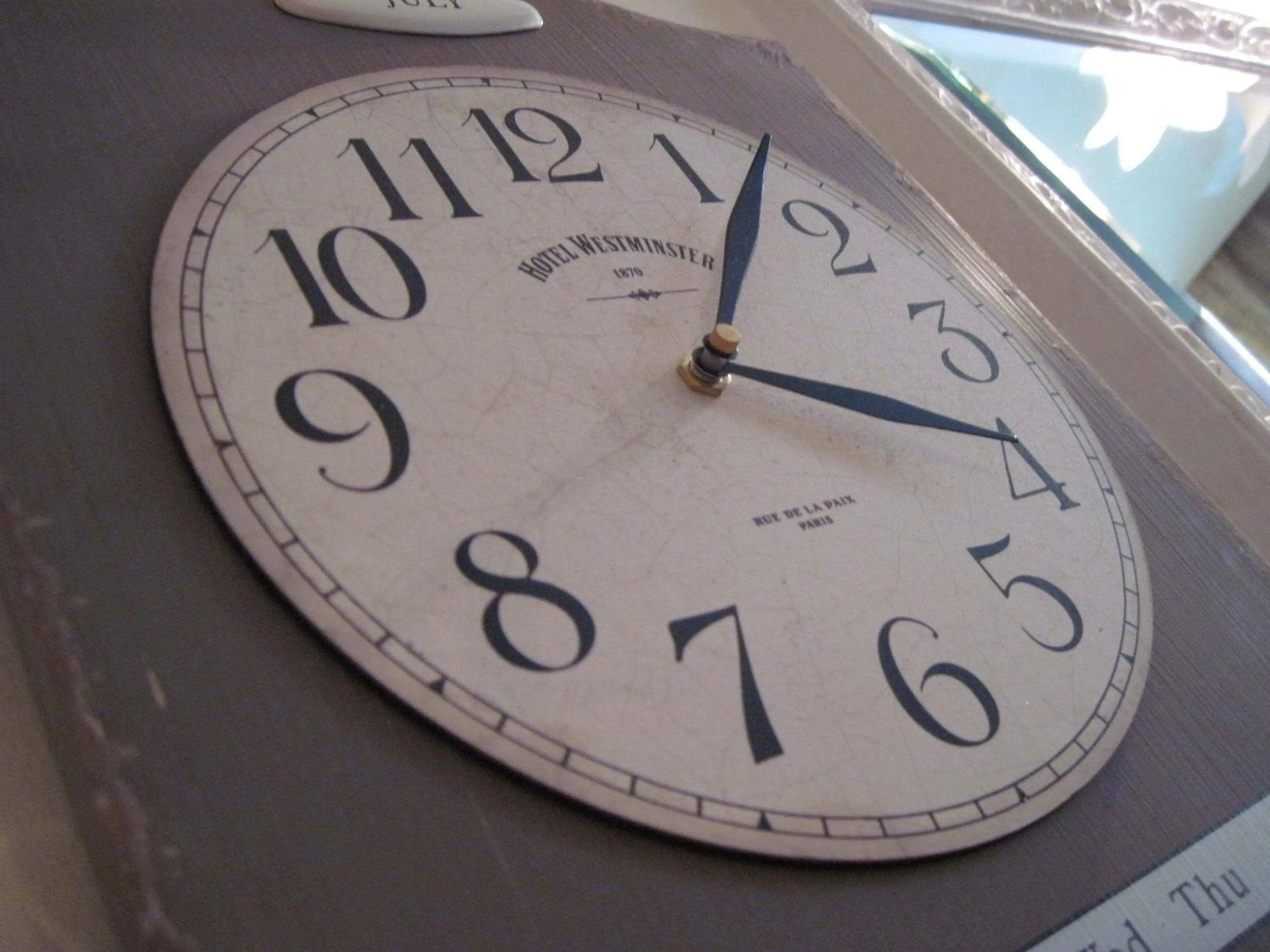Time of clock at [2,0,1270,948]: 1:18
